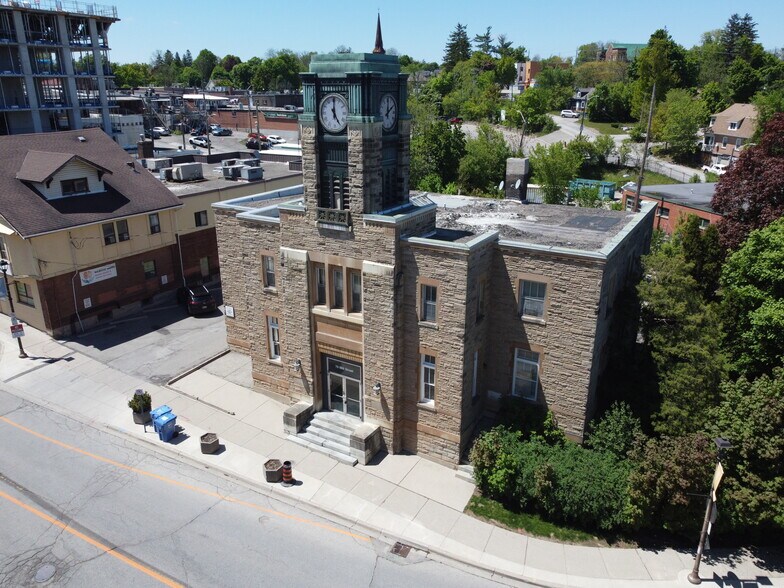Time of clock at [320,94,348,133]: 5:00
